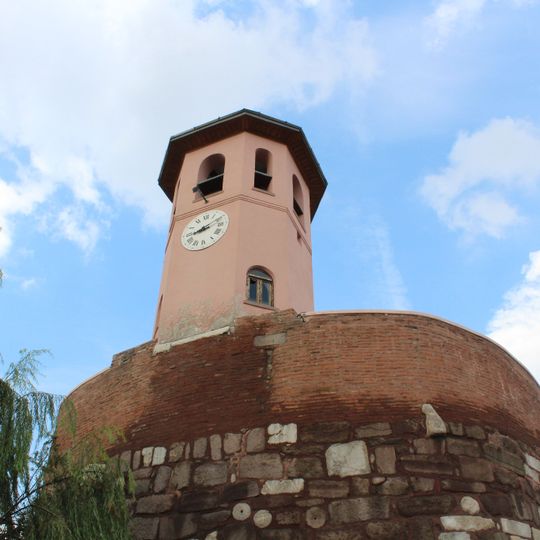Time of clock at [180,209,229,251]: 8:09
